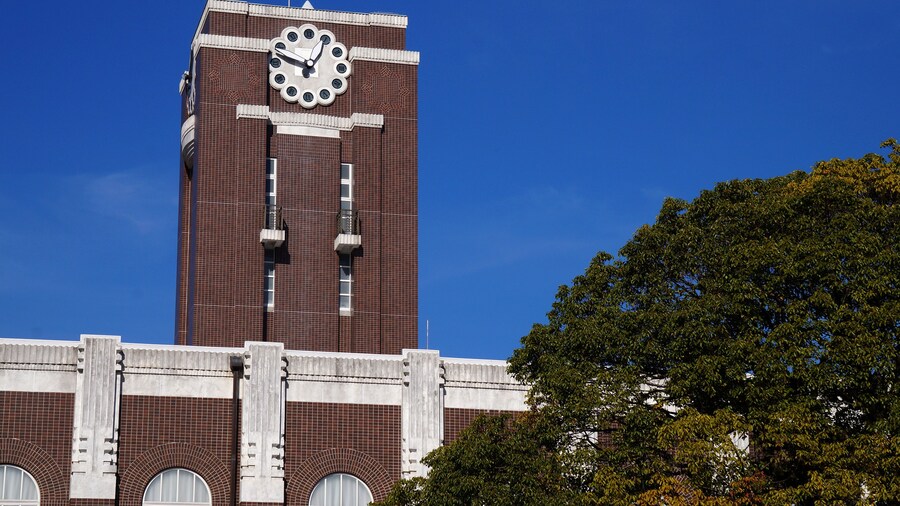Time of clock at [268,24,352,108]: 12:48
